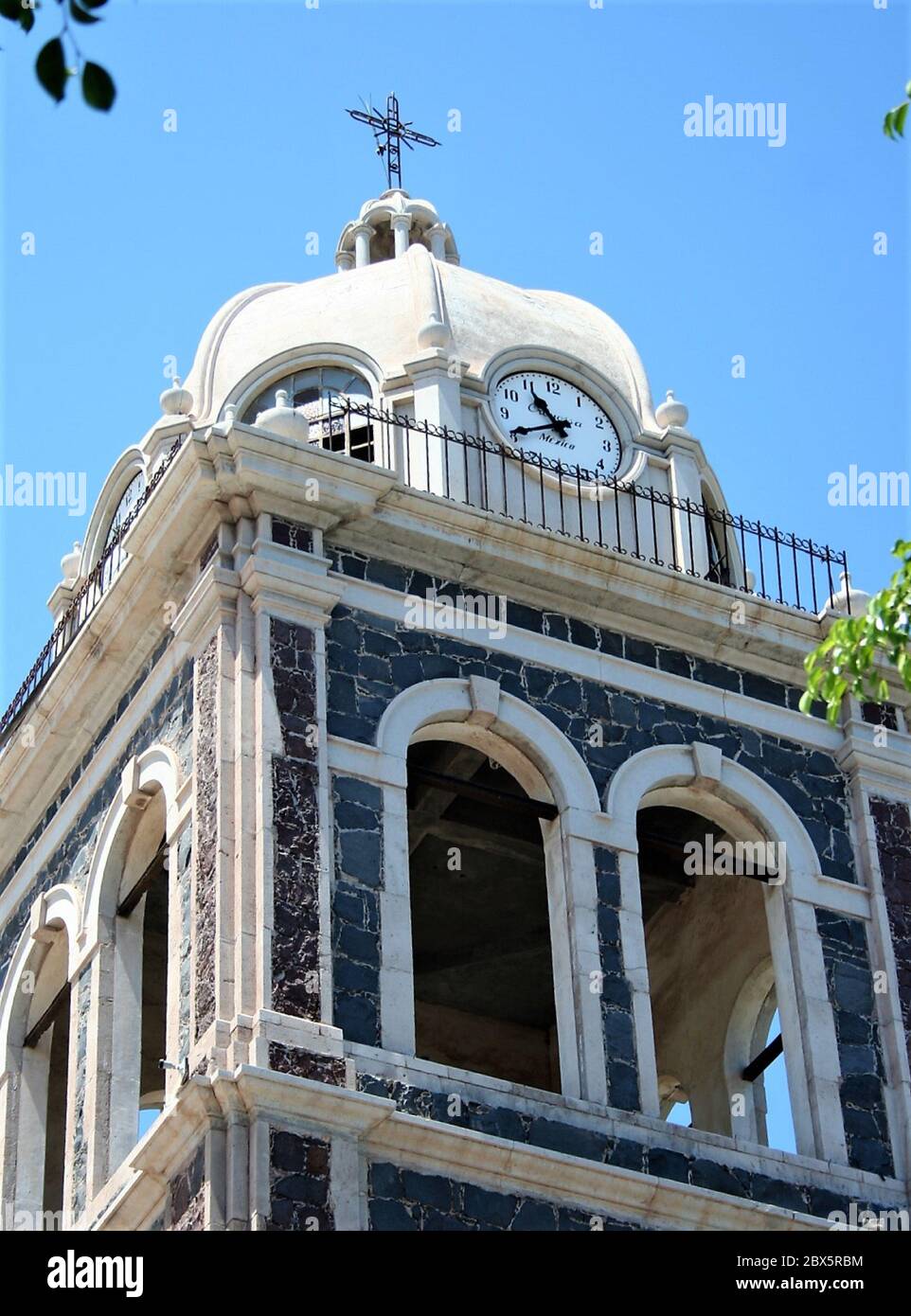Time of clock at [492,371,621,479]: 10:40
